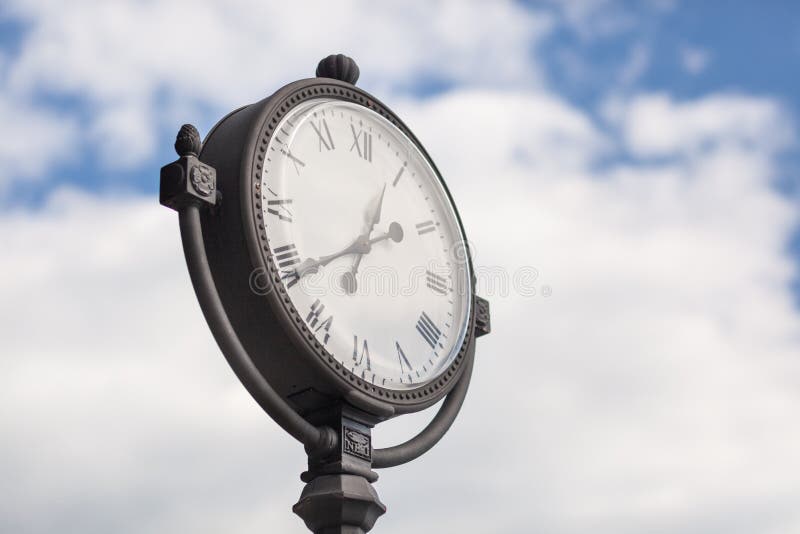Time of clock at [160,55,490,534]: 6:39
